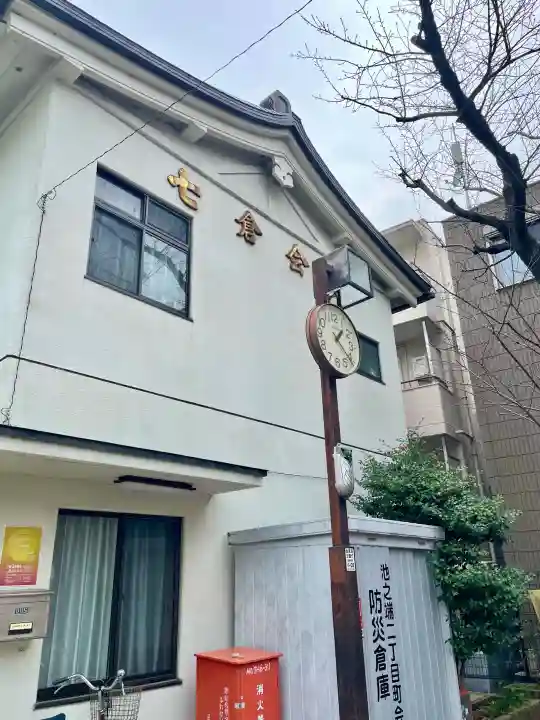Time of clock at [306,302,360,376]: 1:21
